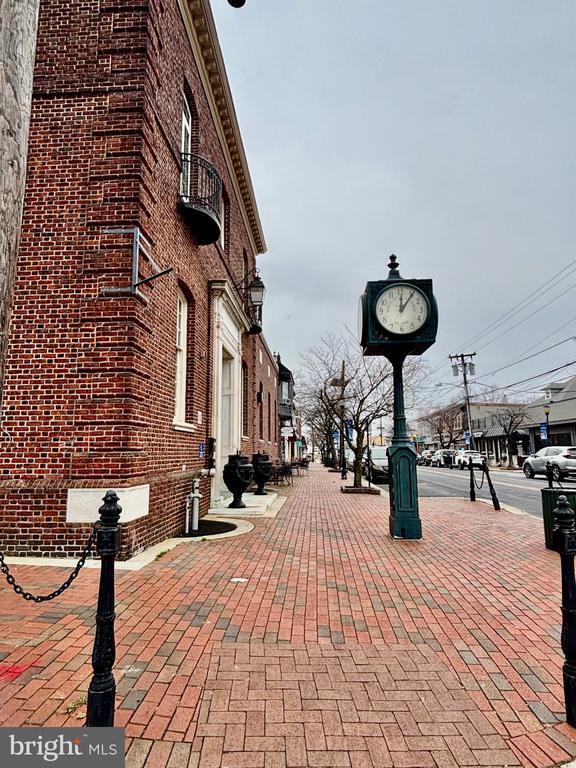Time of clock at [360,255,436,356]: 12:06
